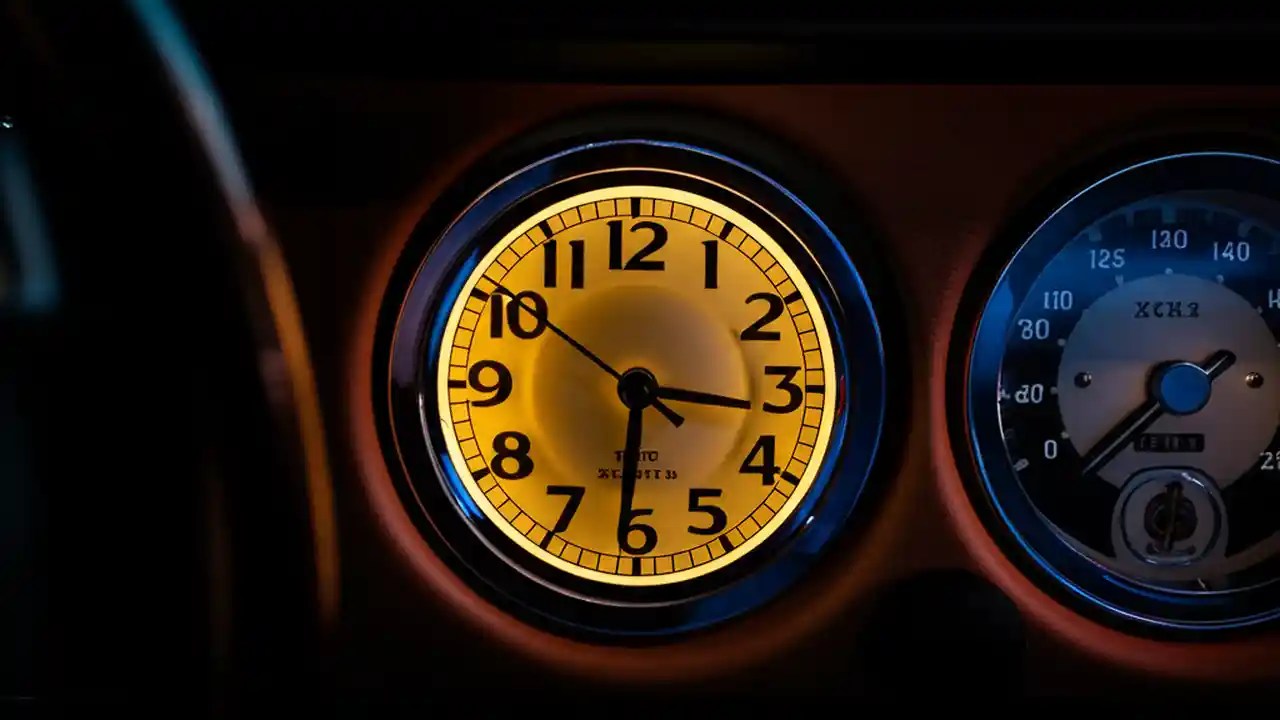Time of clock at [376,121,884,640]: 6:16
